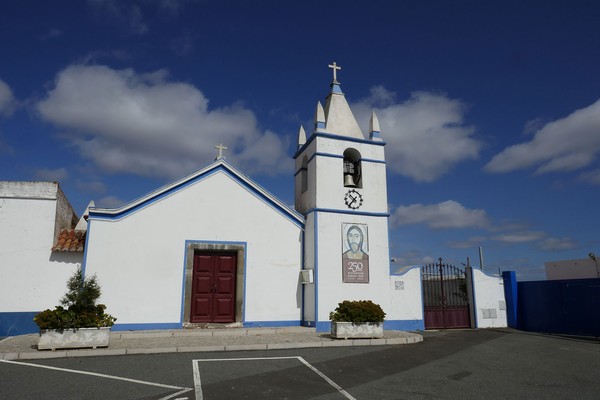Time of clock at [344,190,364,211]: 10:36
